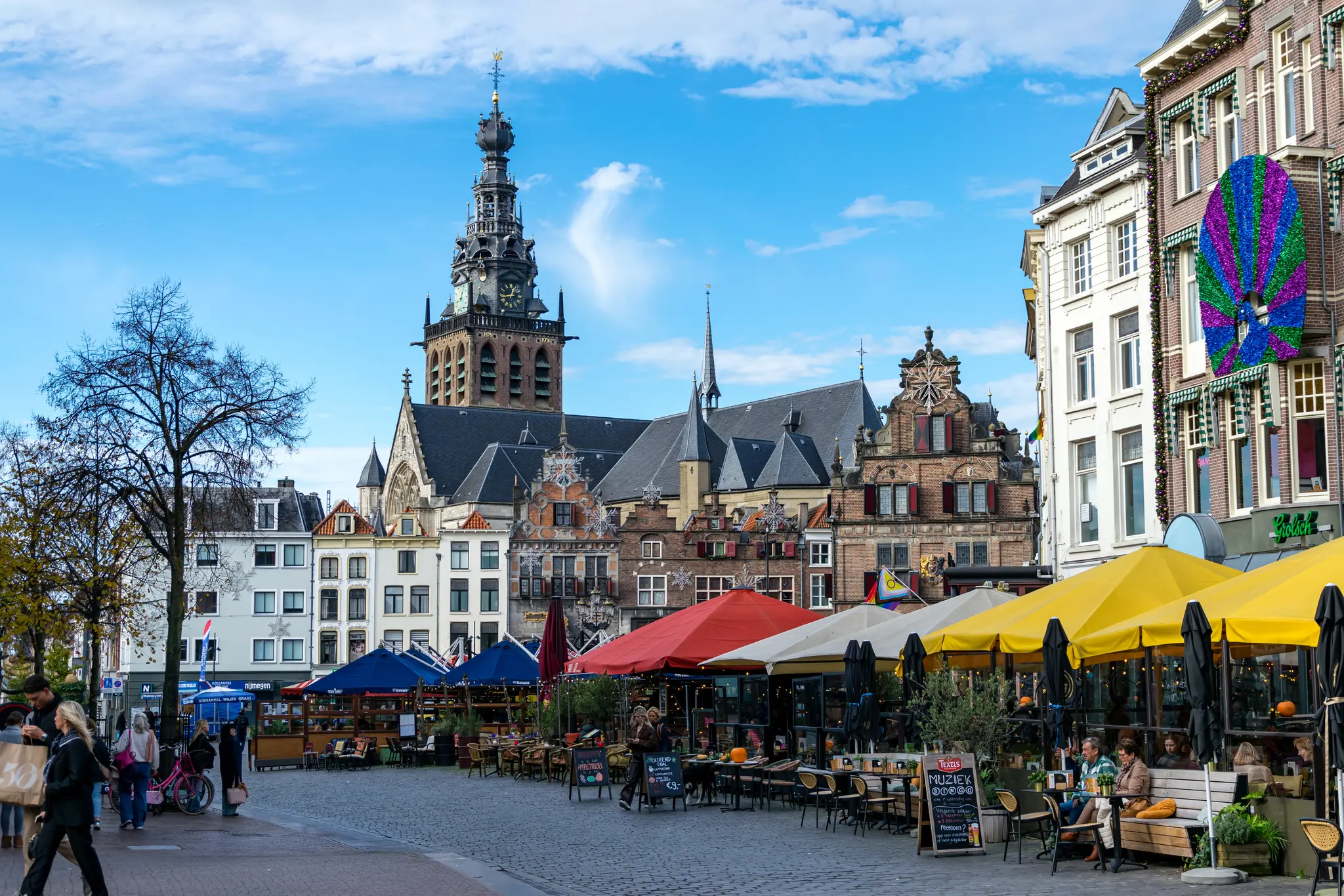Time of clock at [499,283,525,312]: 12:43
